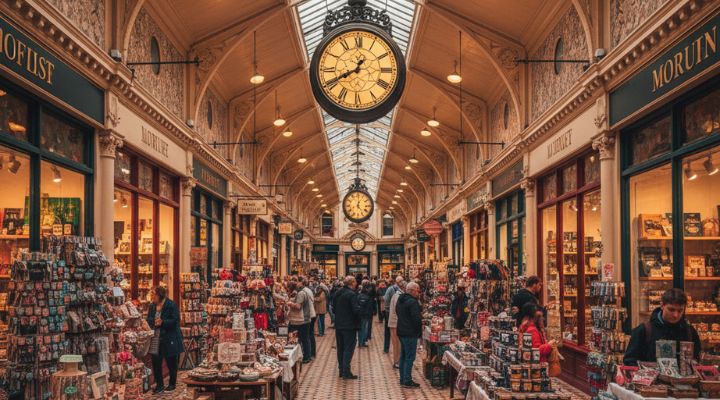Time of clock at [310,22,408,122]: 12:40
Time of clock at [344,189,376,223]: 12:23
